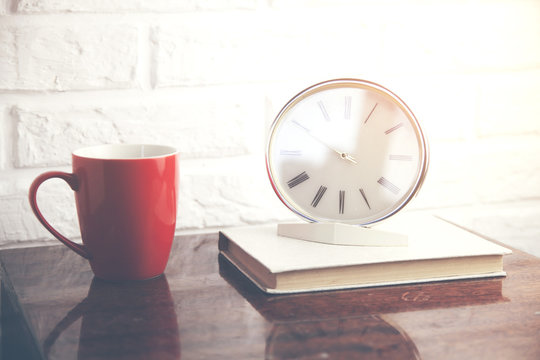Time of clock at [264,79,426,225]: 3:50
